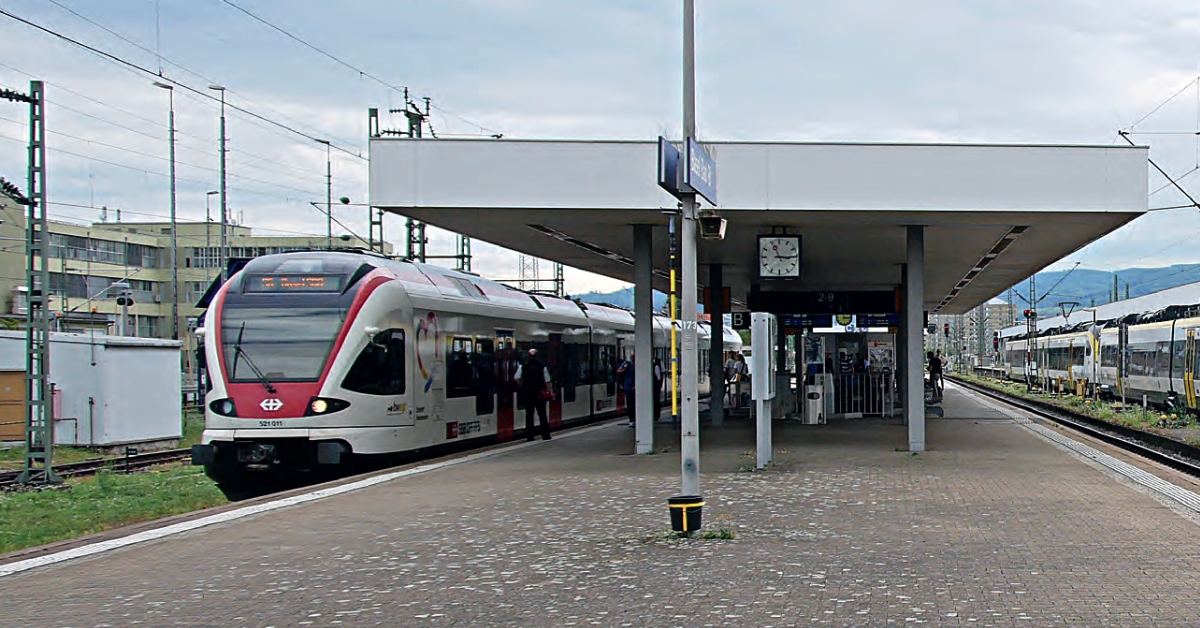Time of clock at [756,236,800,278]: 11:15
